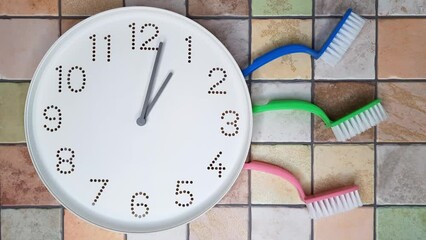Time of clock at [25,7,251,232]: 1:02
